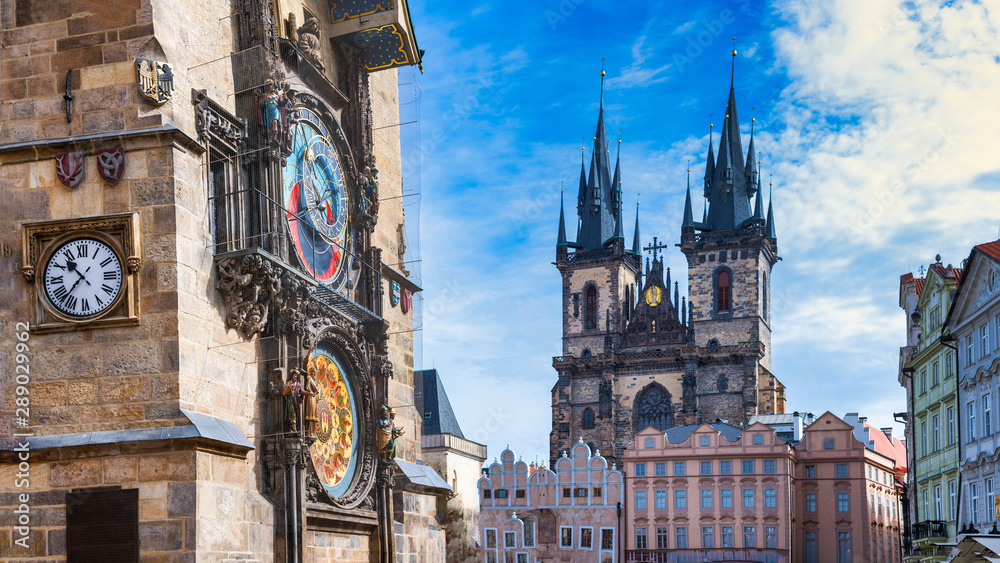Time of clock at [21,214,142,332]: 10:36
